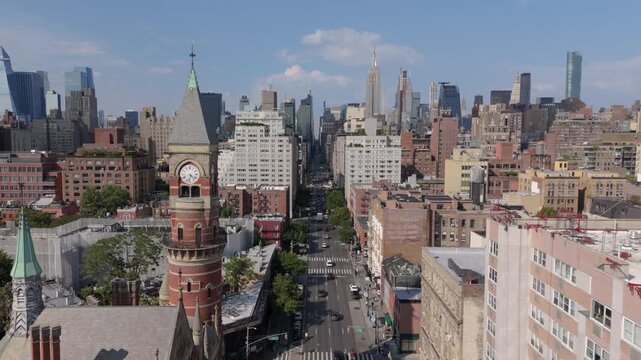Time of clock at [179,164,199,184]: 4:32
